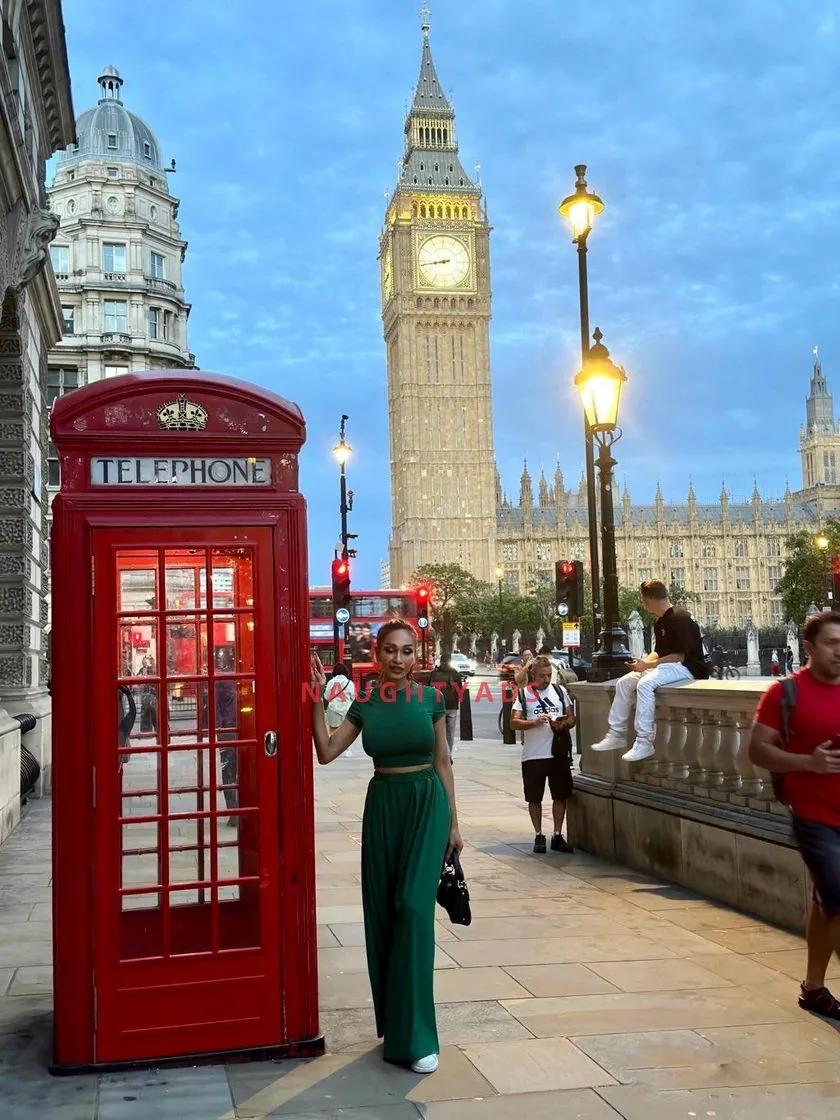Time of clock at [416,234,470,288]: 8:43
